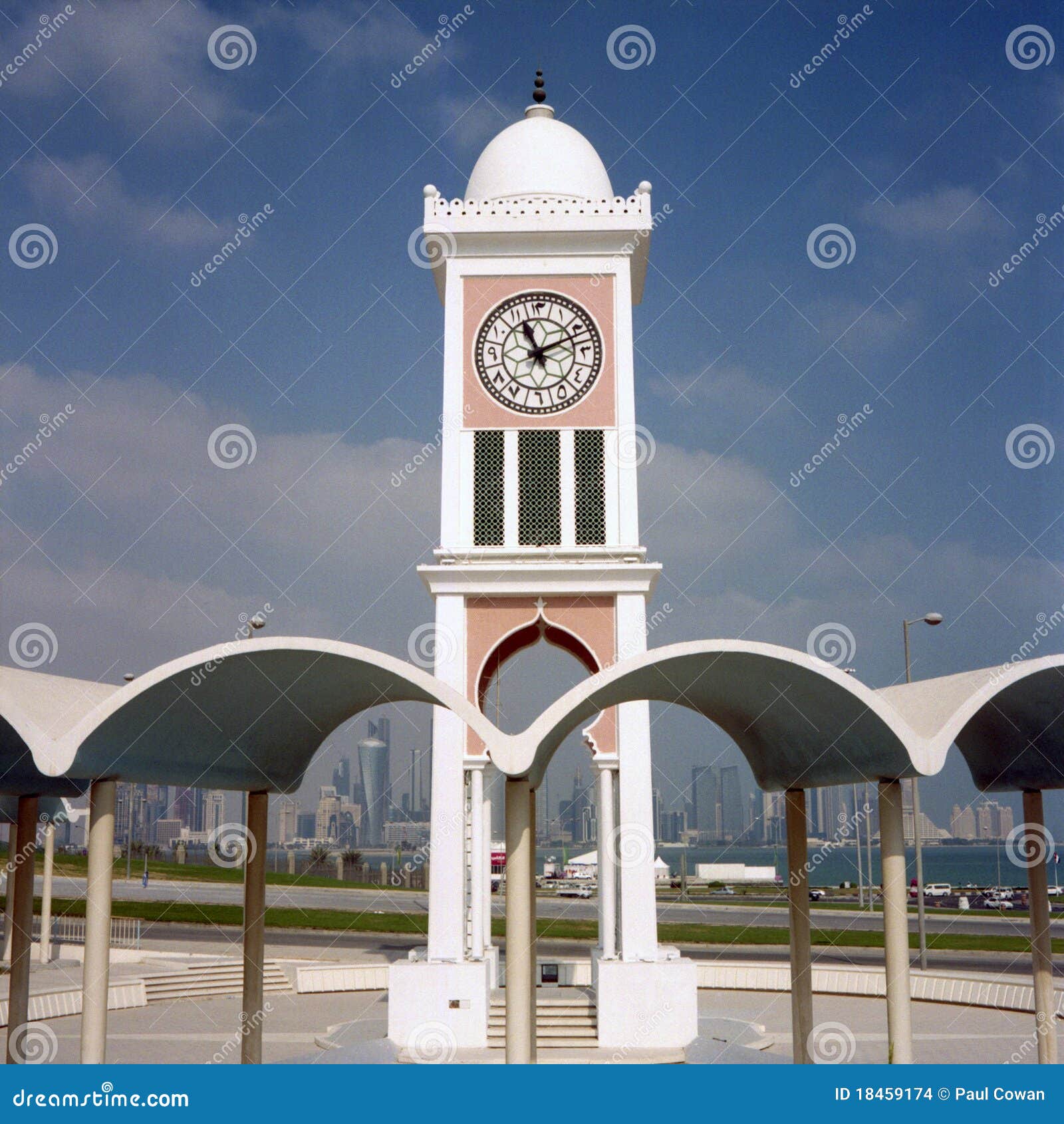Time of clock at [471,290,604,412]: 11:11
